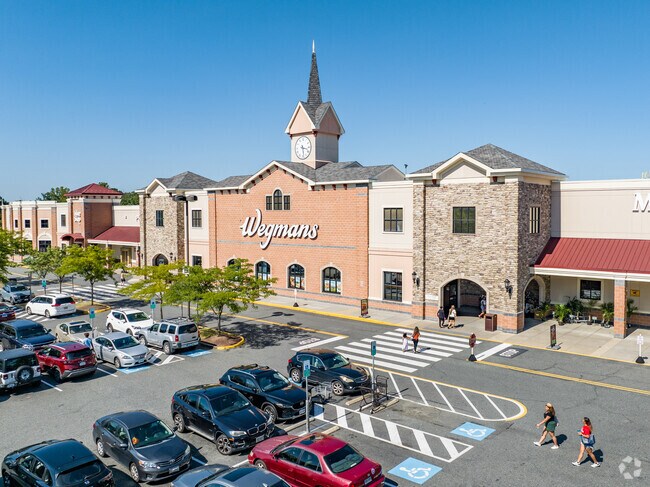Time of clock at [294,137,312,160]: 3:28
